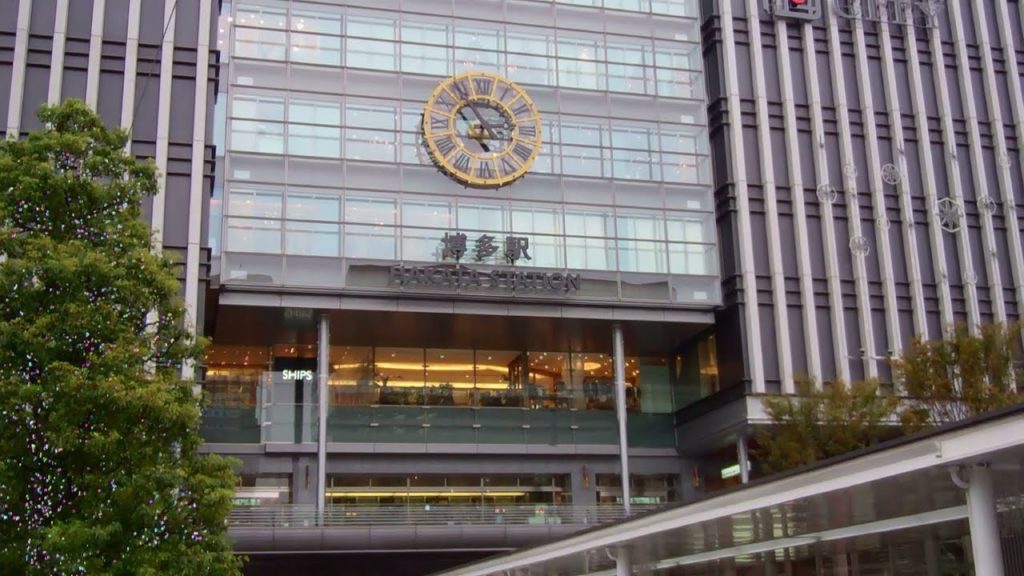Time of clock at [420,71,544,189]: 2:54
